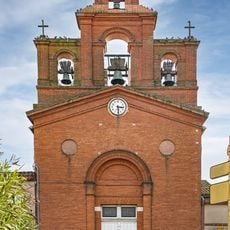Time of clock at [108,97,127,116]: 3:29
